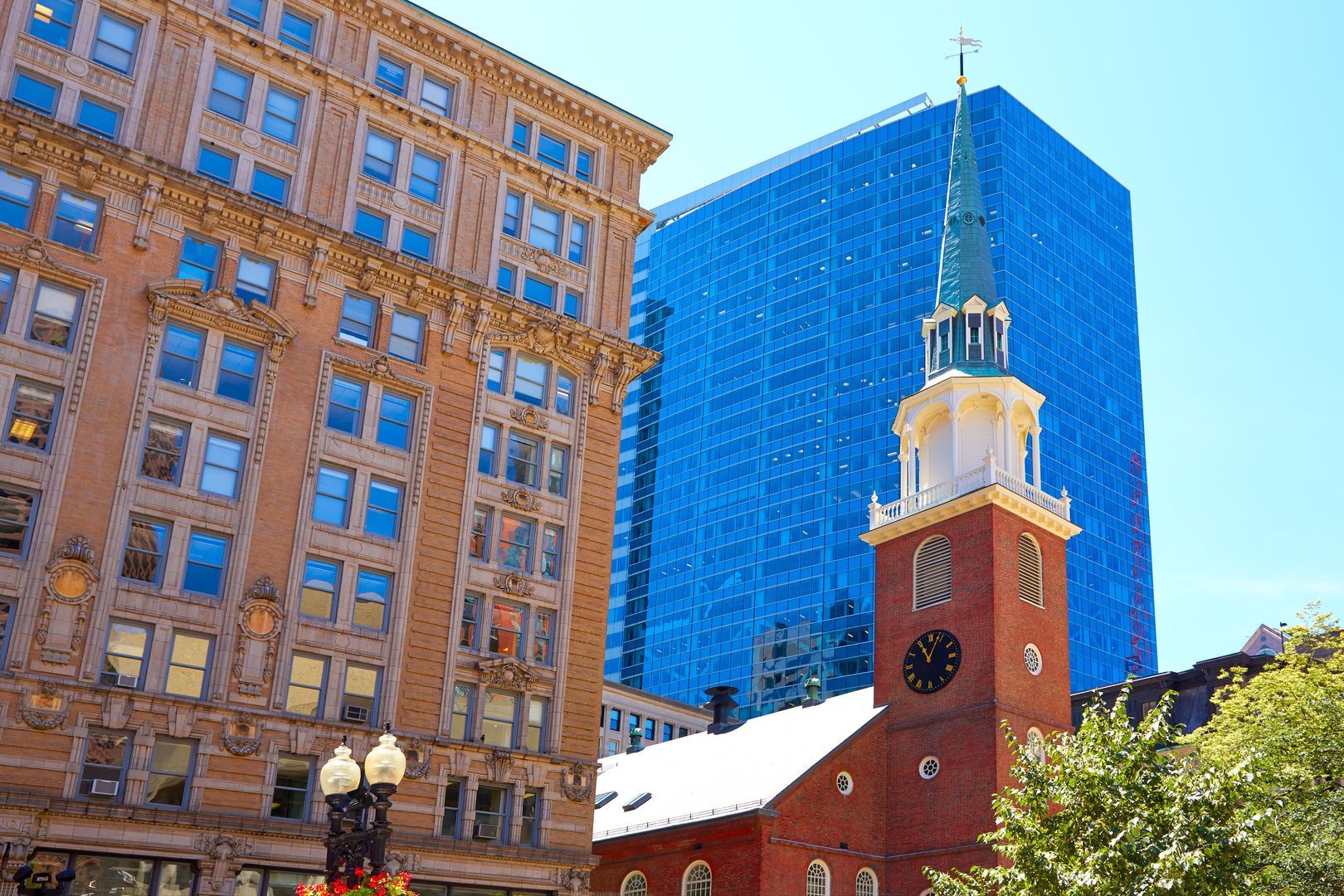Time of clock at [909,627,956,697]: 11:03
